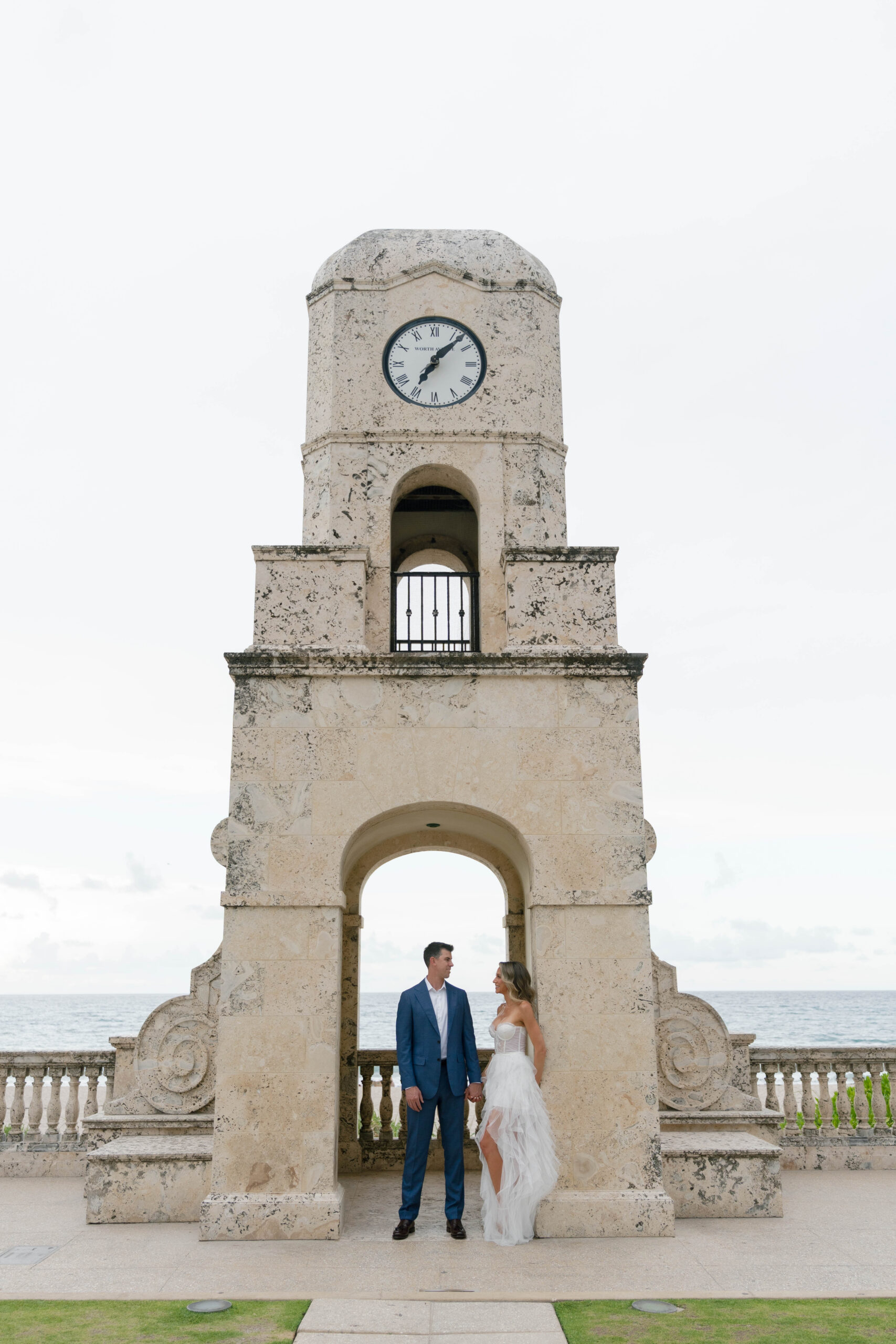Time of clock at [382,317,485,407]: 7:07
